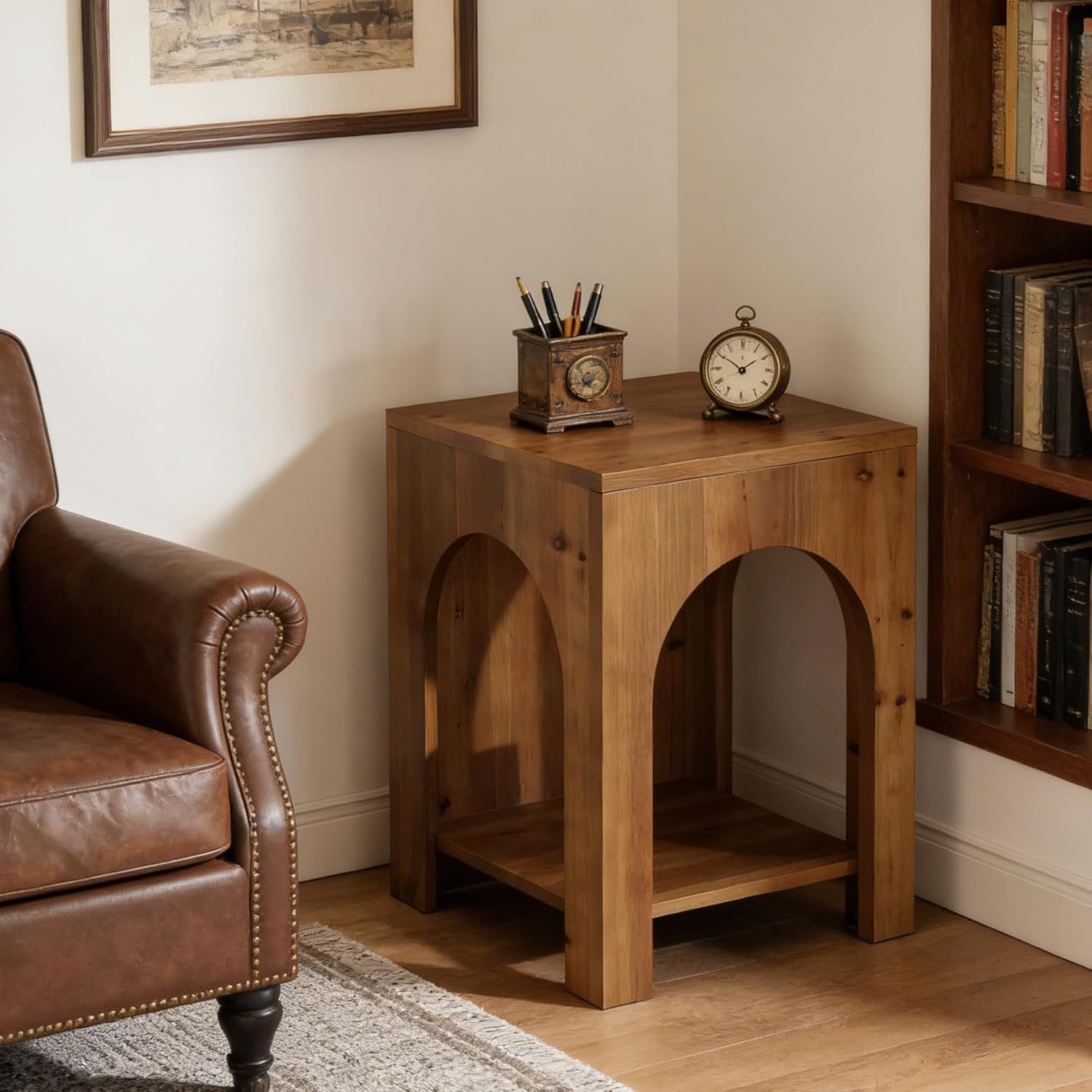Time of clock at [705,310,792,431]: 1:50
